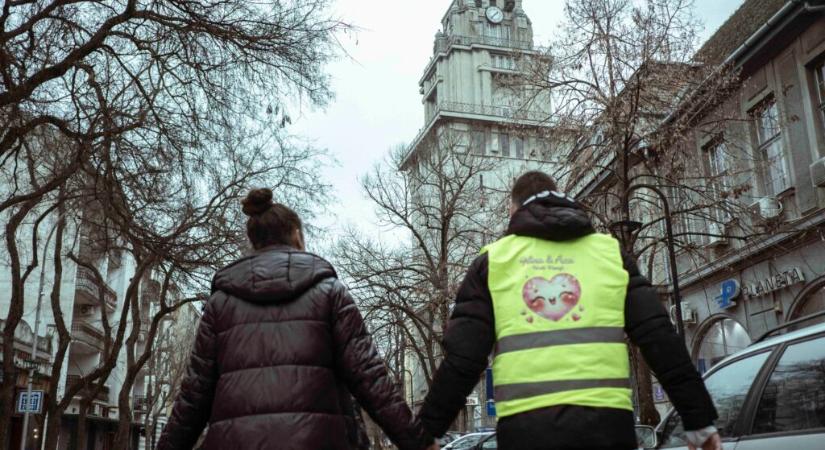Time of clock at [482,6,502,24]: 1:37
